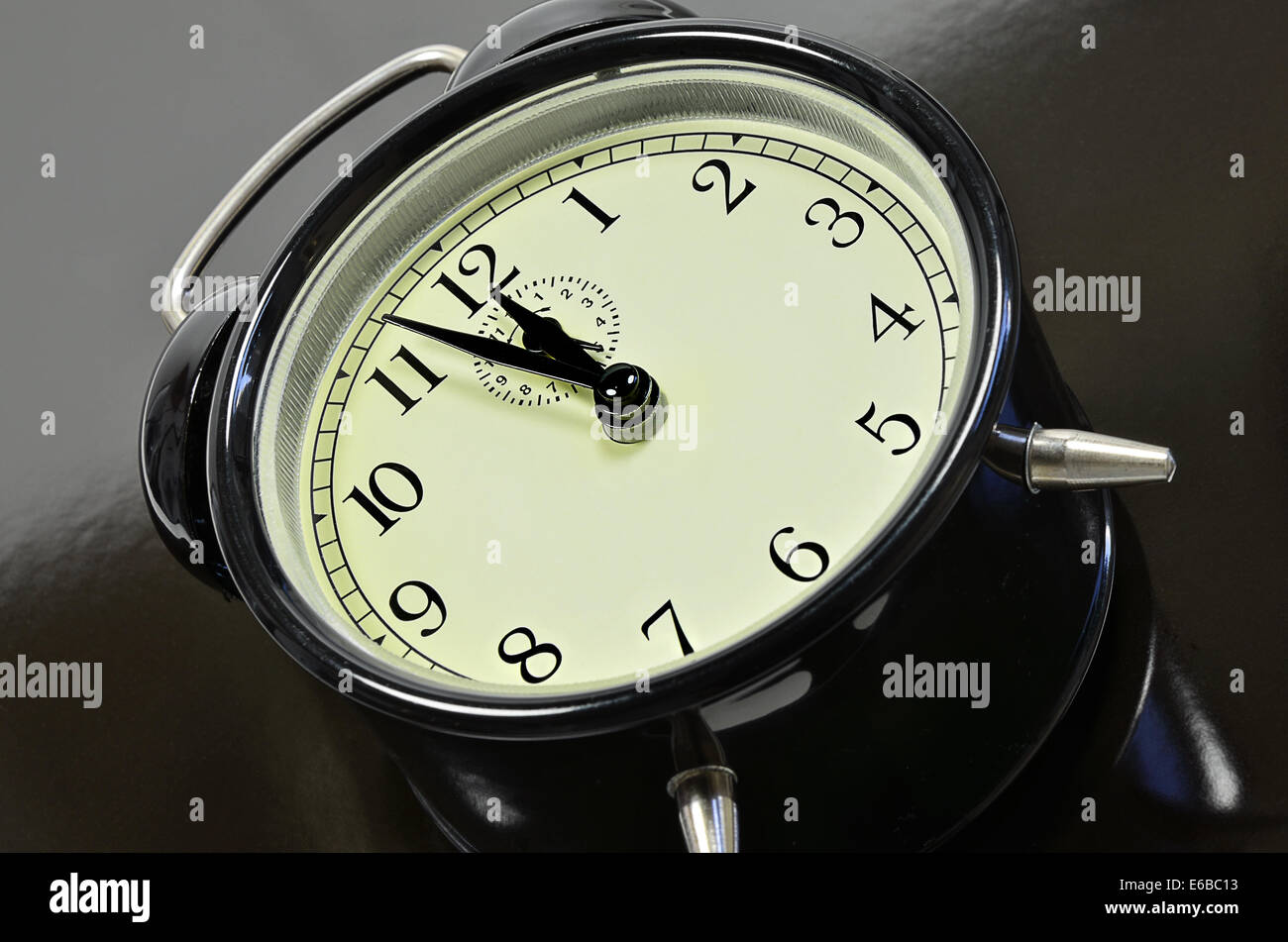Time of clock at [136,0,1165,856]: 10:51
